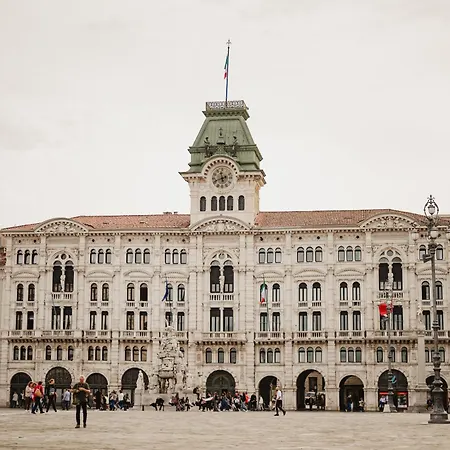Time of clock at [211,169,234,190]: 11:41
